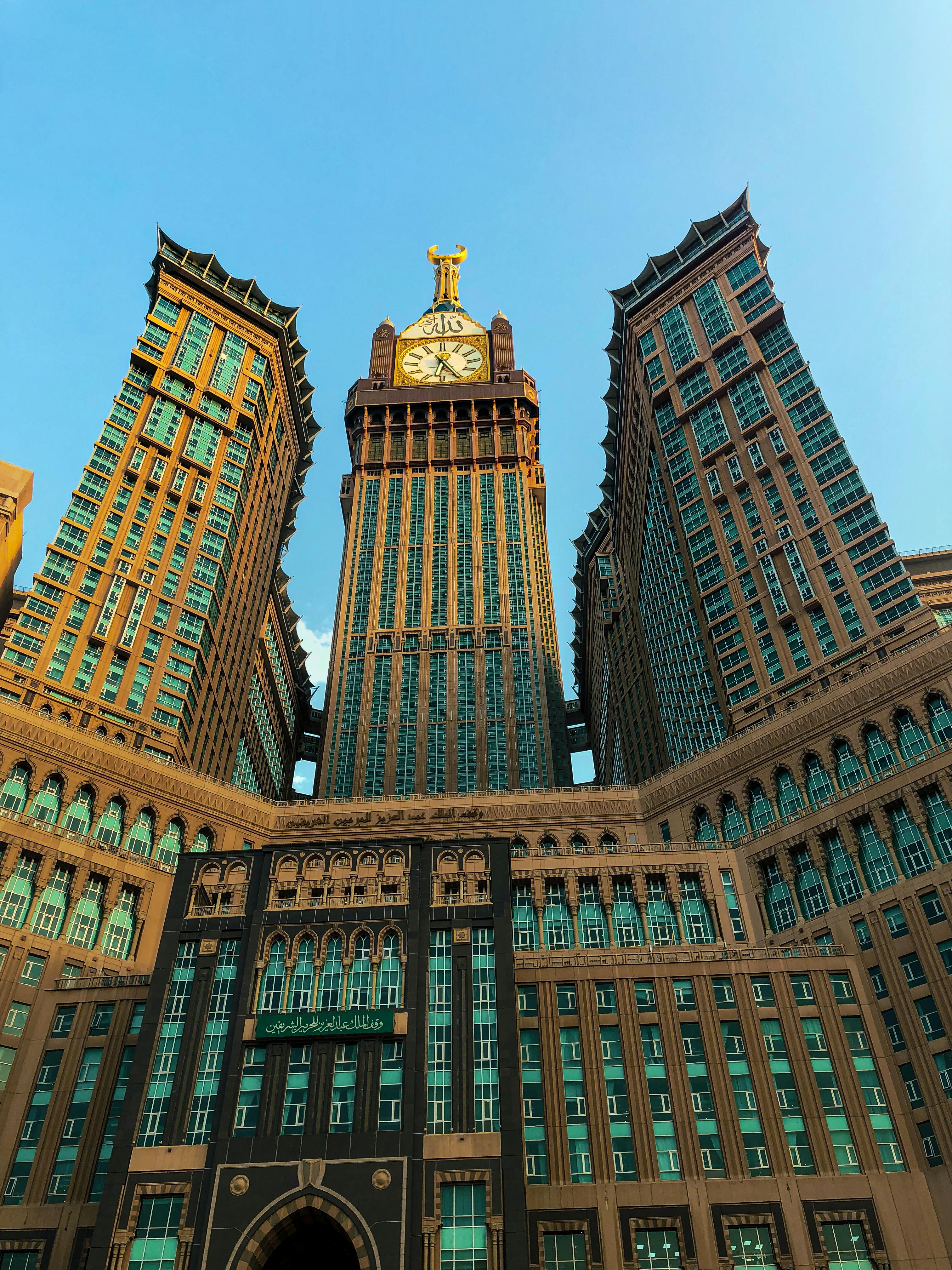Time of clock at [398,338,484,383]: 6:25
